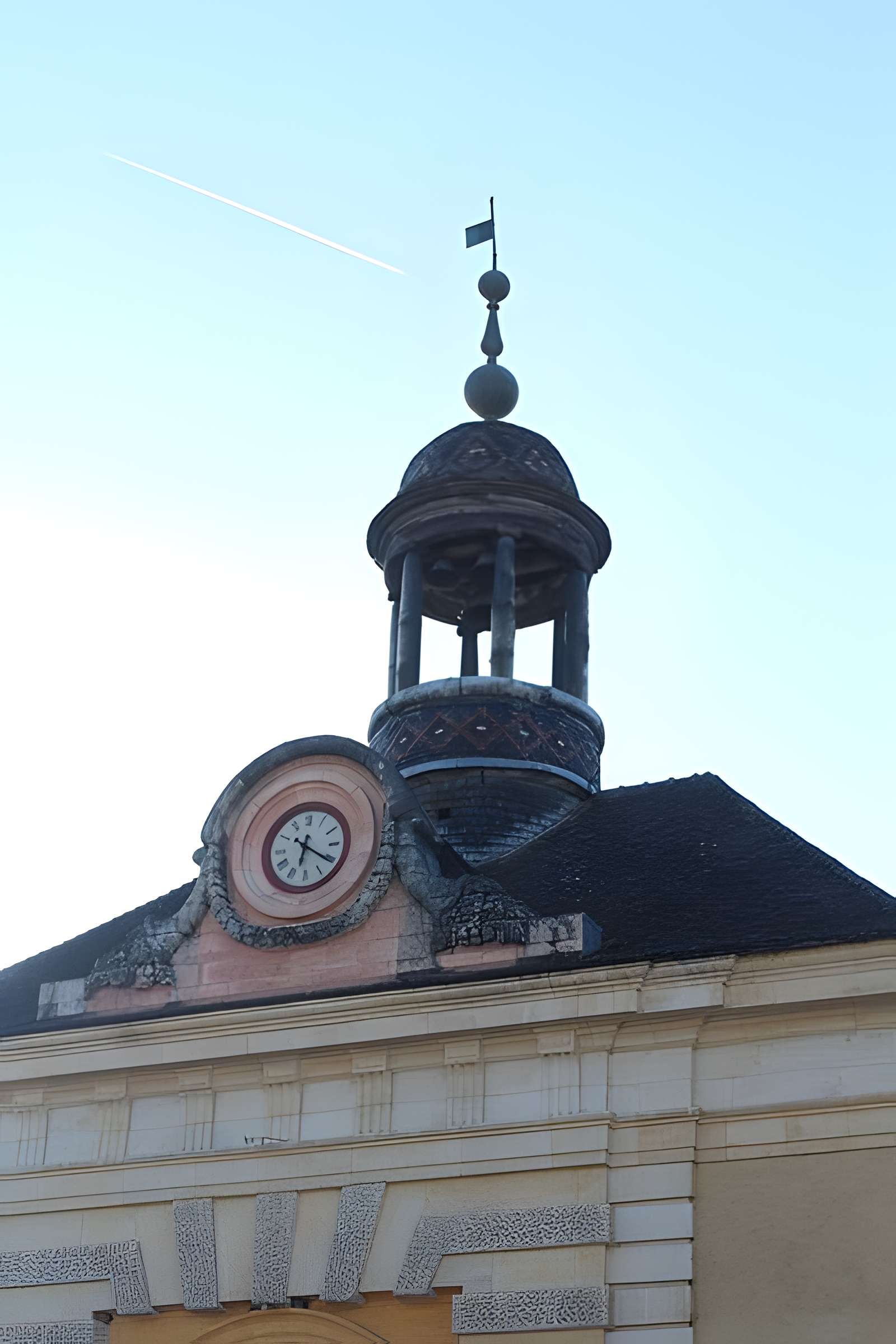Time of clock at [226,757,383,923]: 6:20
